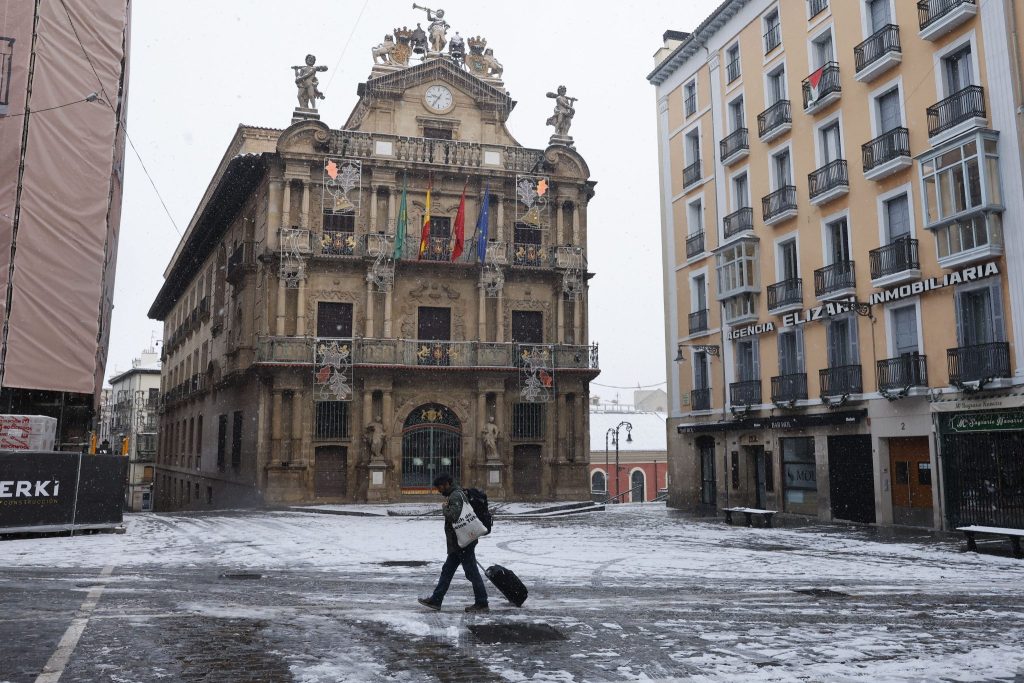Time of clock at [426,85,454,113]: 9:36
